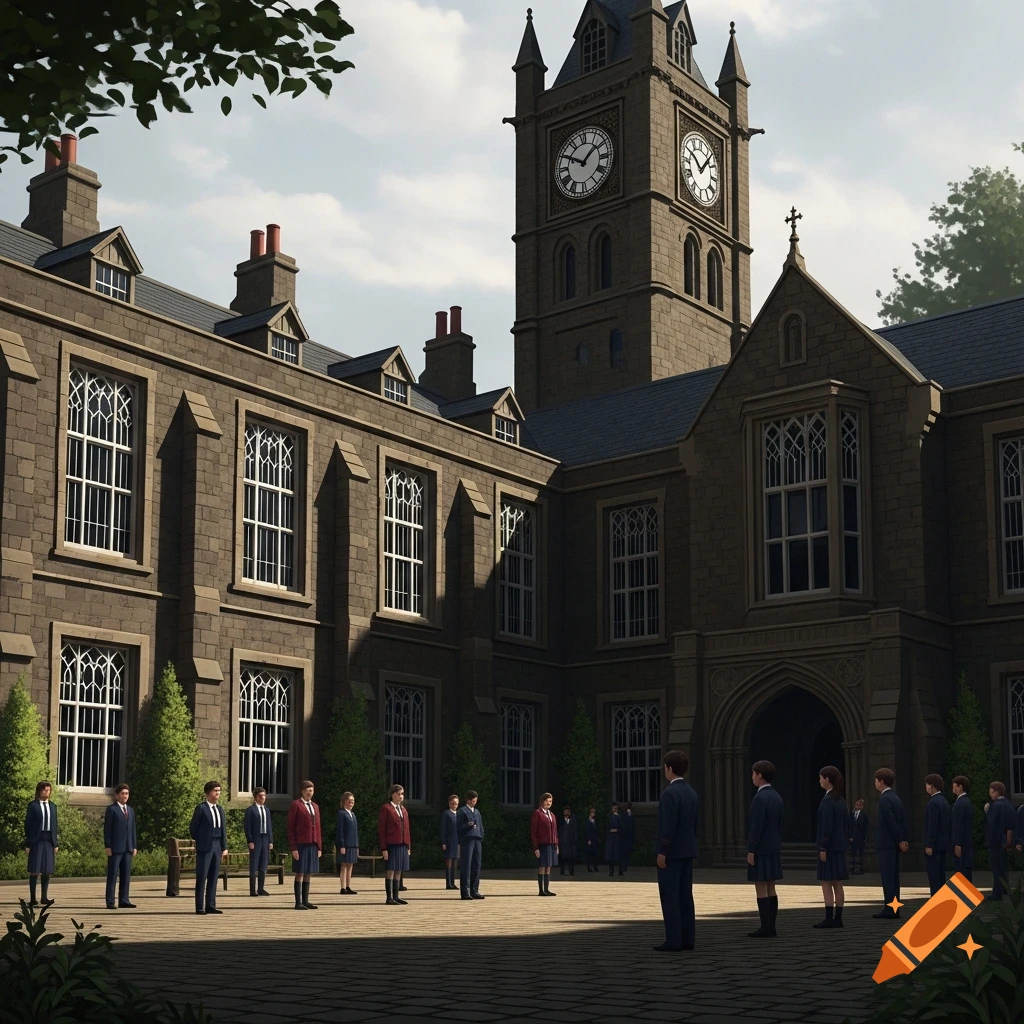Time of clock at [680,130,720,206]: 10:07
